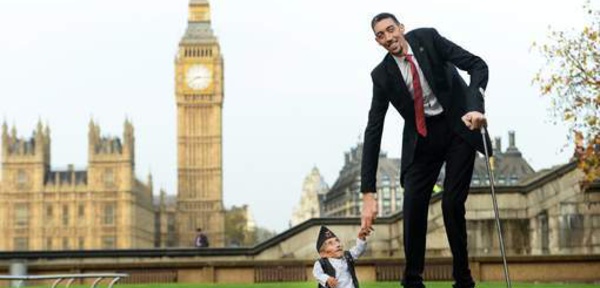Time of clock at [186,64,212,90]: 8:14
